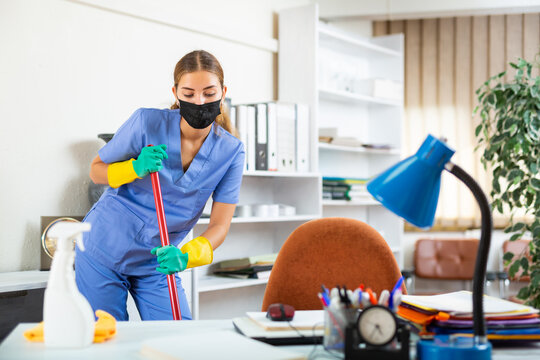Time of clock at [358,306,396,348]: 4:35
